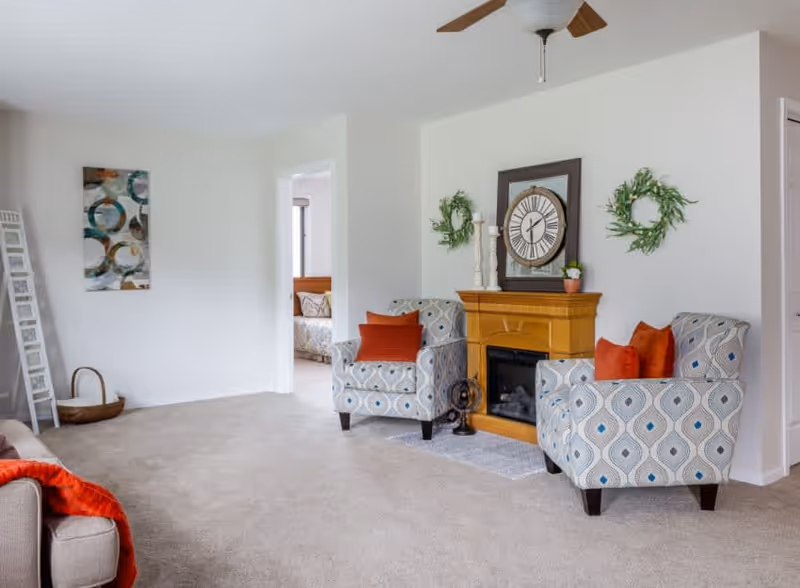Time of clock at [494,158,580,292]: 6:10
